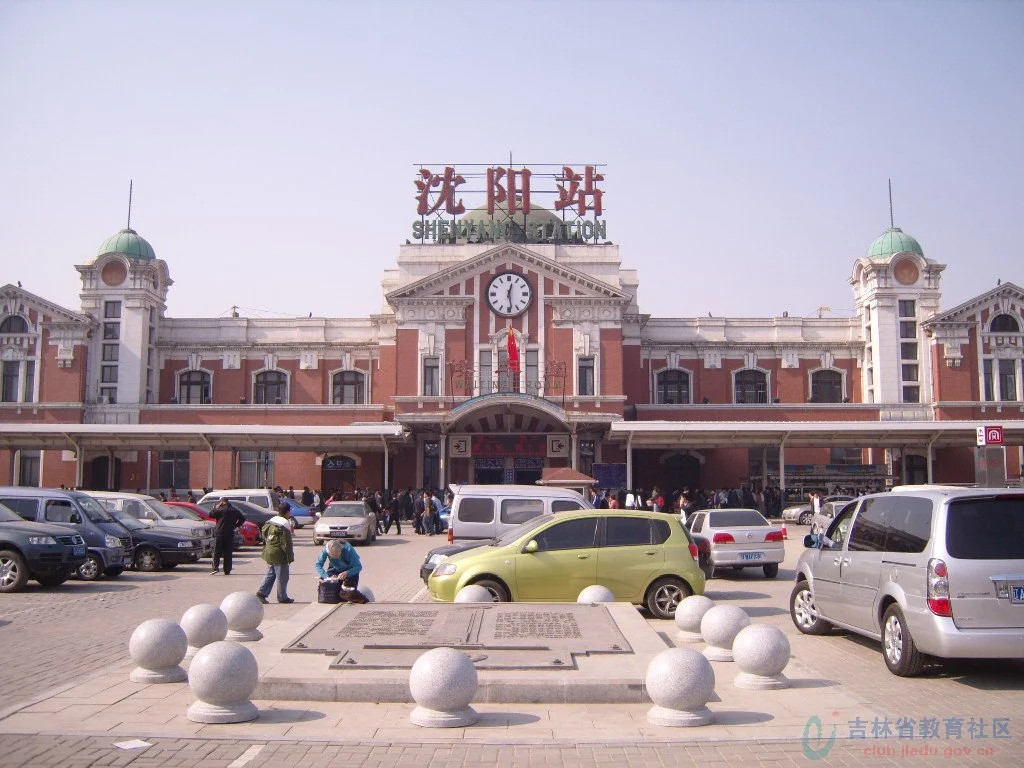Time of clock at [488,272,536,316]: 12:28
